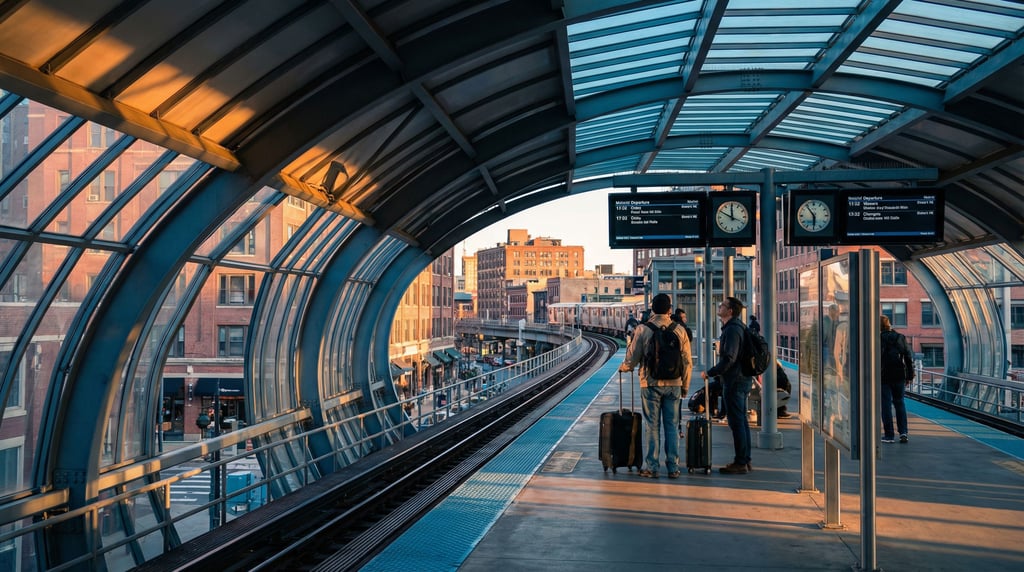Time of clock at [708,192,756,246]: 11:49
